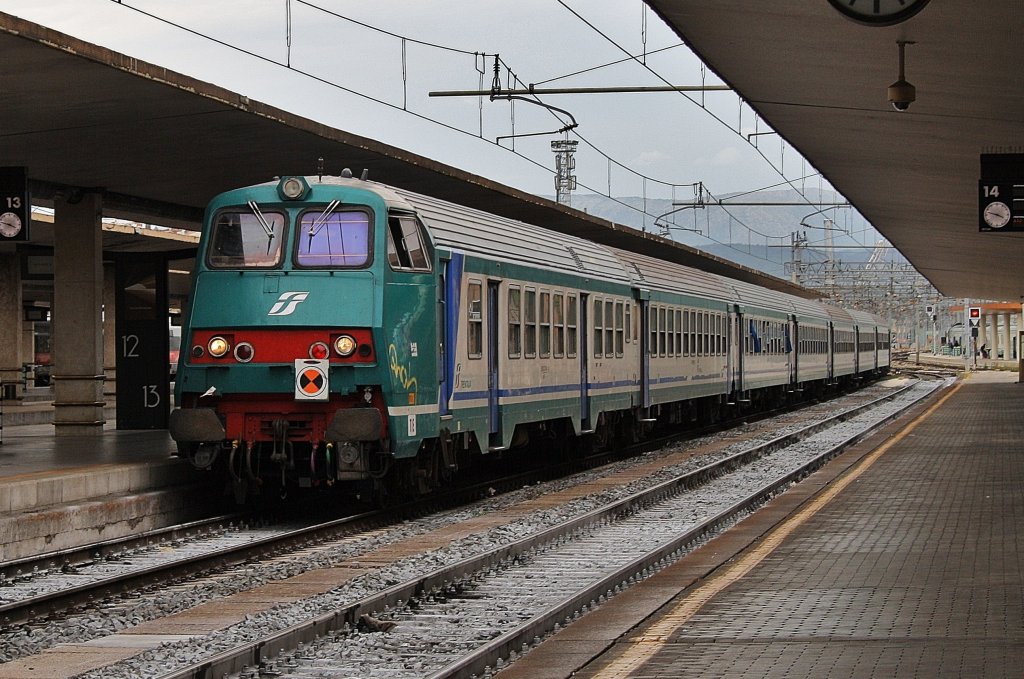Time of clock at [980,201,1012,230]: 3:47
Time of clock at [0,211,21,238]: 3:47
